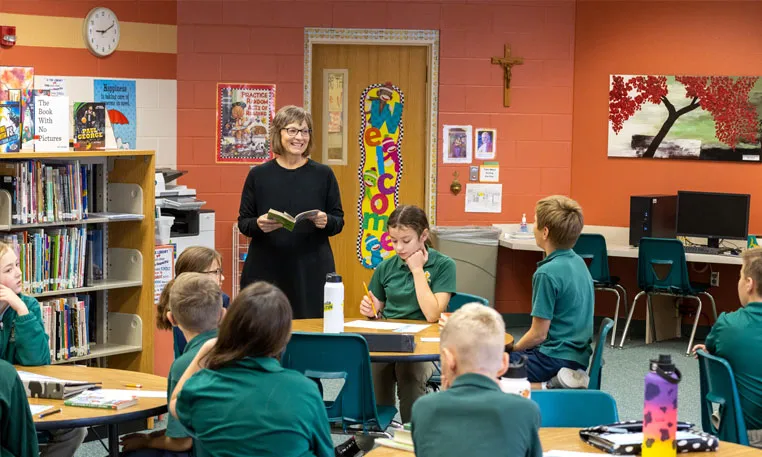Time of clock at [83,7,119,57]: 9:11
